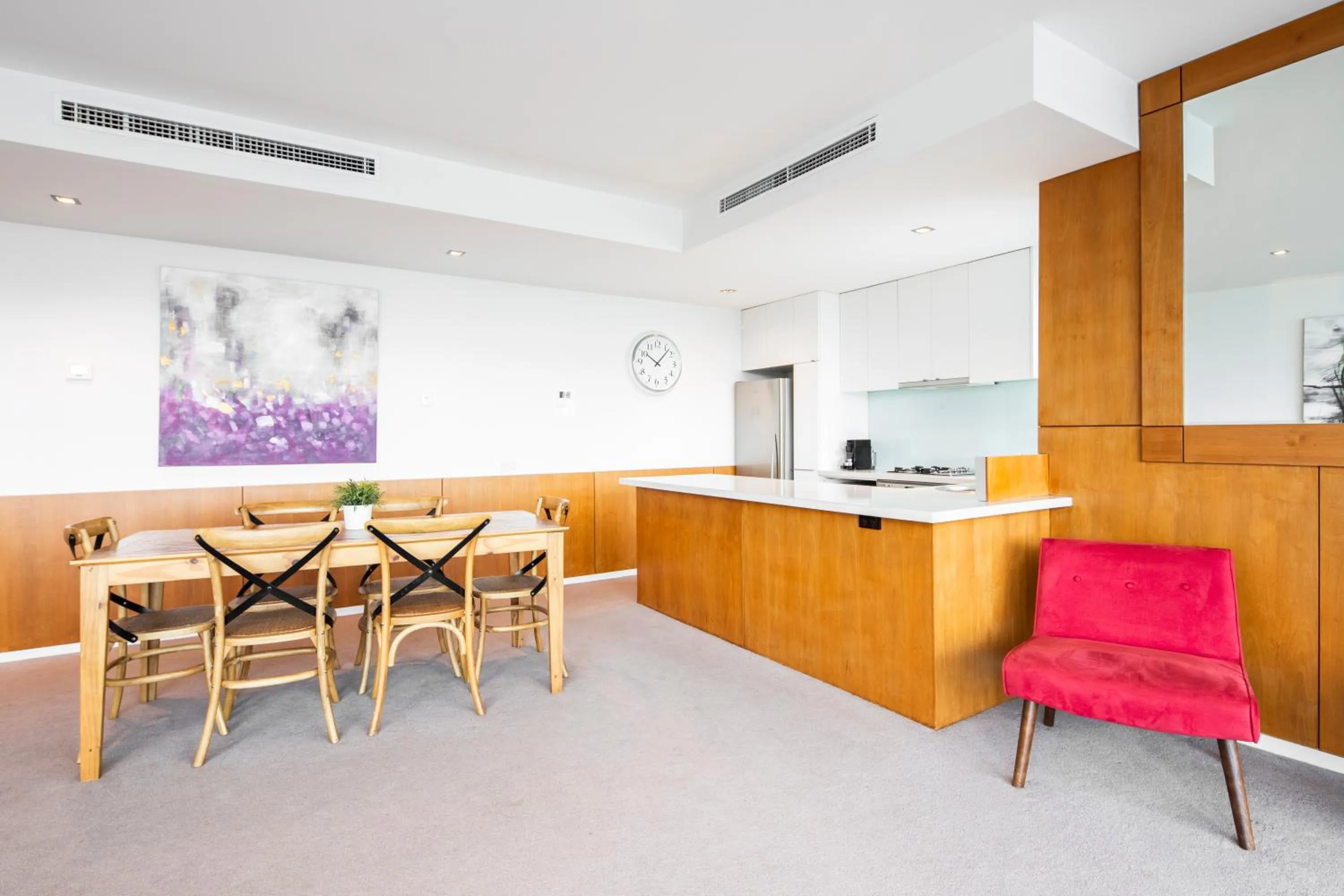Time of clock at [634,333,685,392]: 10:07
